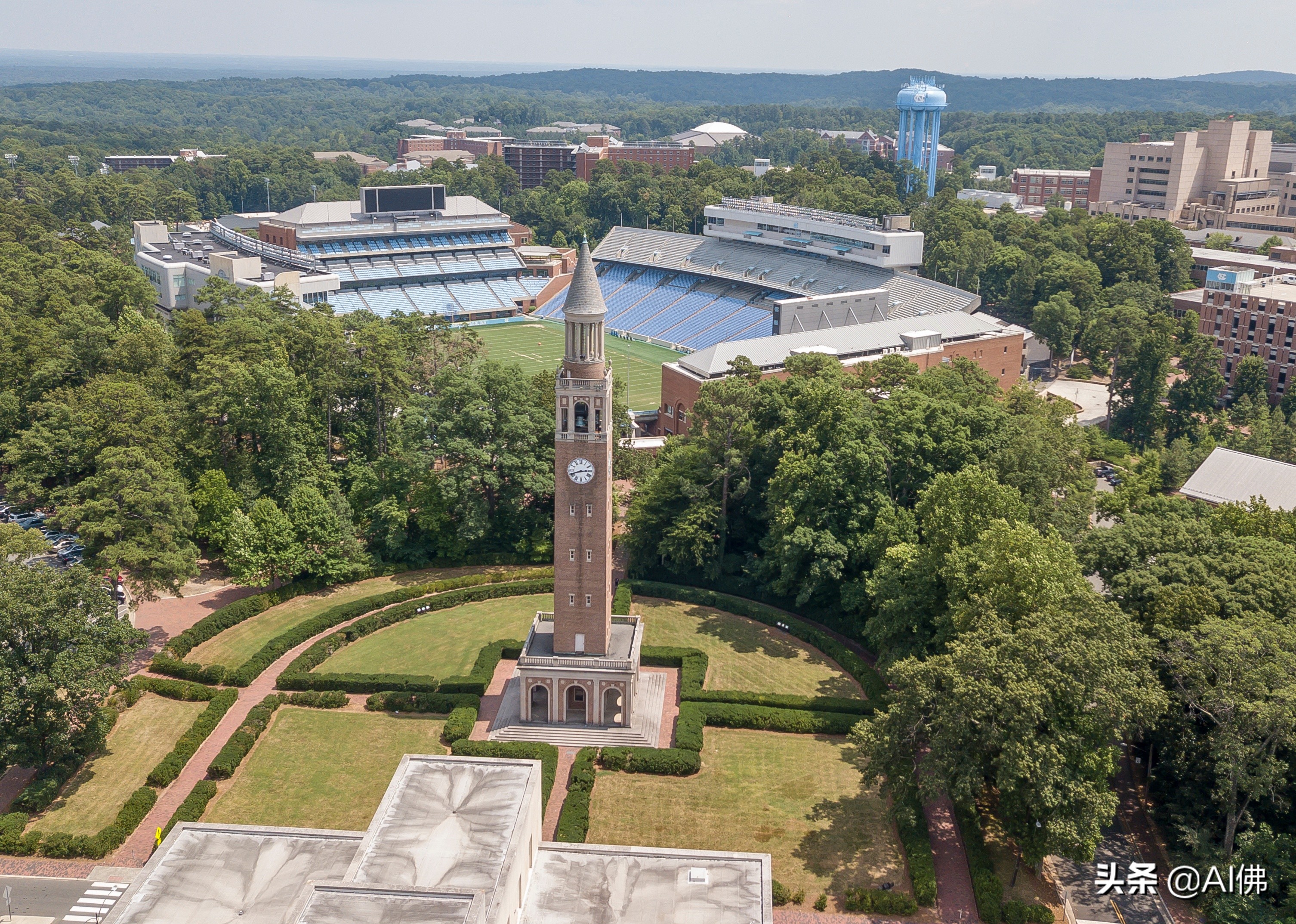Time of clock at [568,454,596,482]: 2:41
